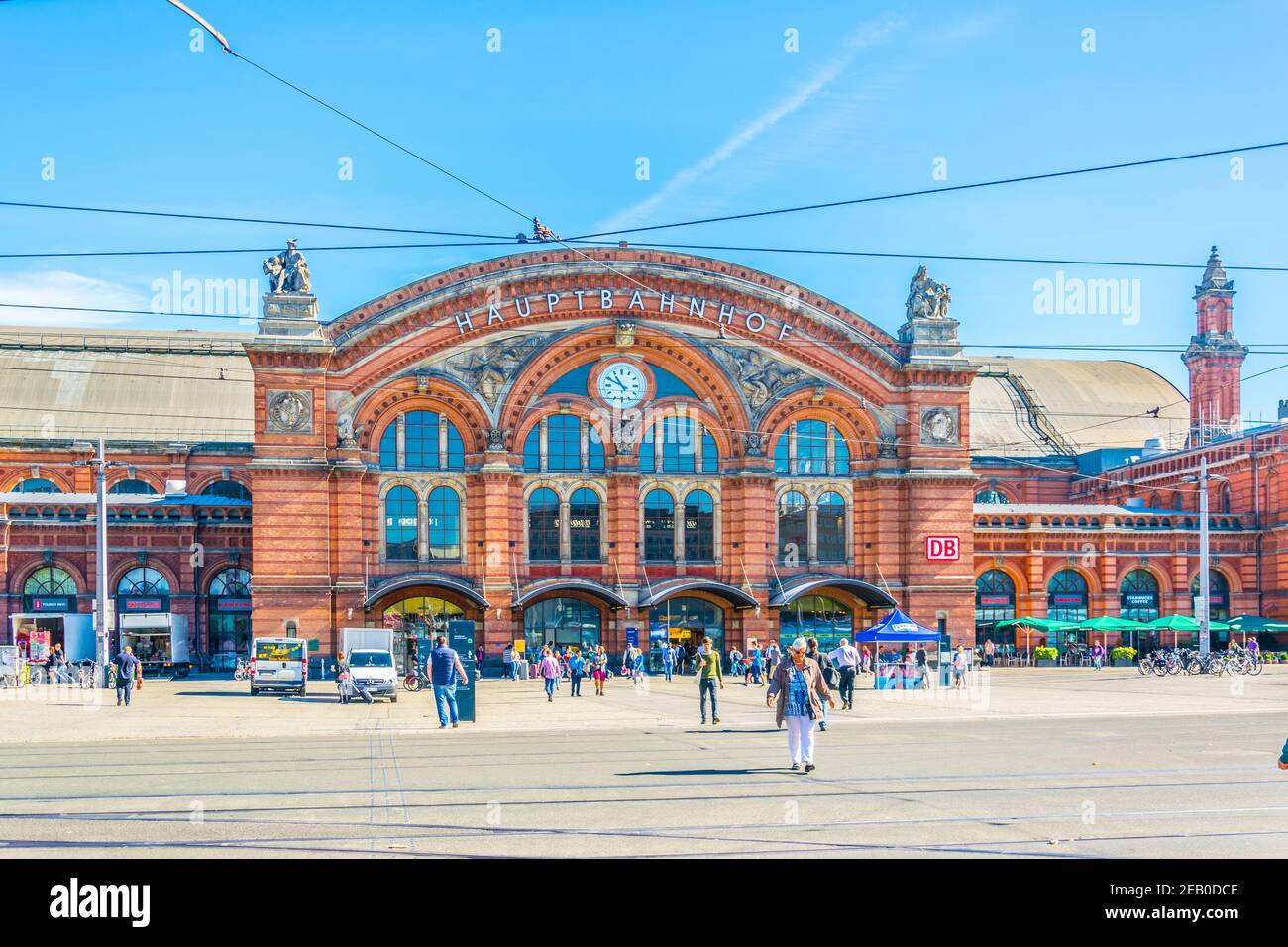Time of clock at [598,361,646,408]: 10:49
